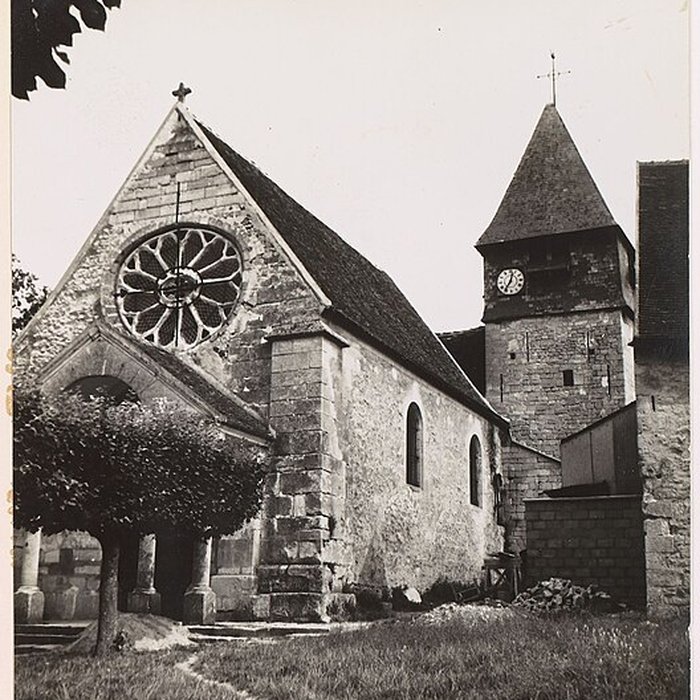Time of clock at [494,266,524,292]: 12:36
